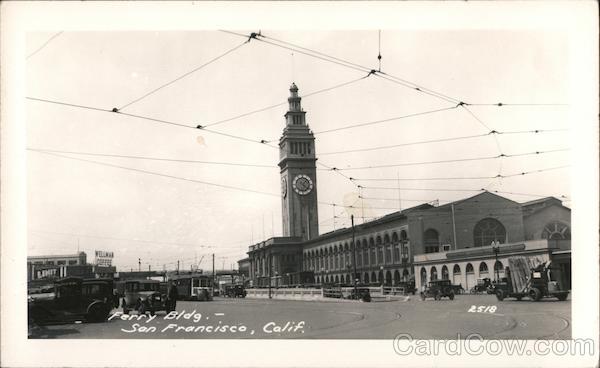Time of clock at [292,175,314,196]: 1:21
